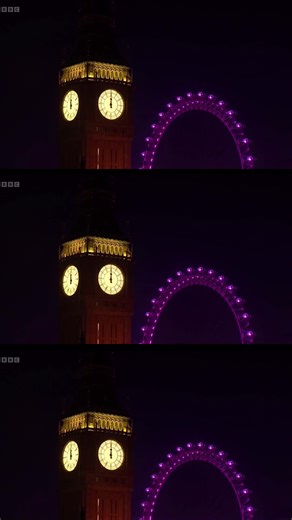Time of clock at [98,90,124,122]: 12:00
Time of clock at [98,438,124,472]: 12:00
